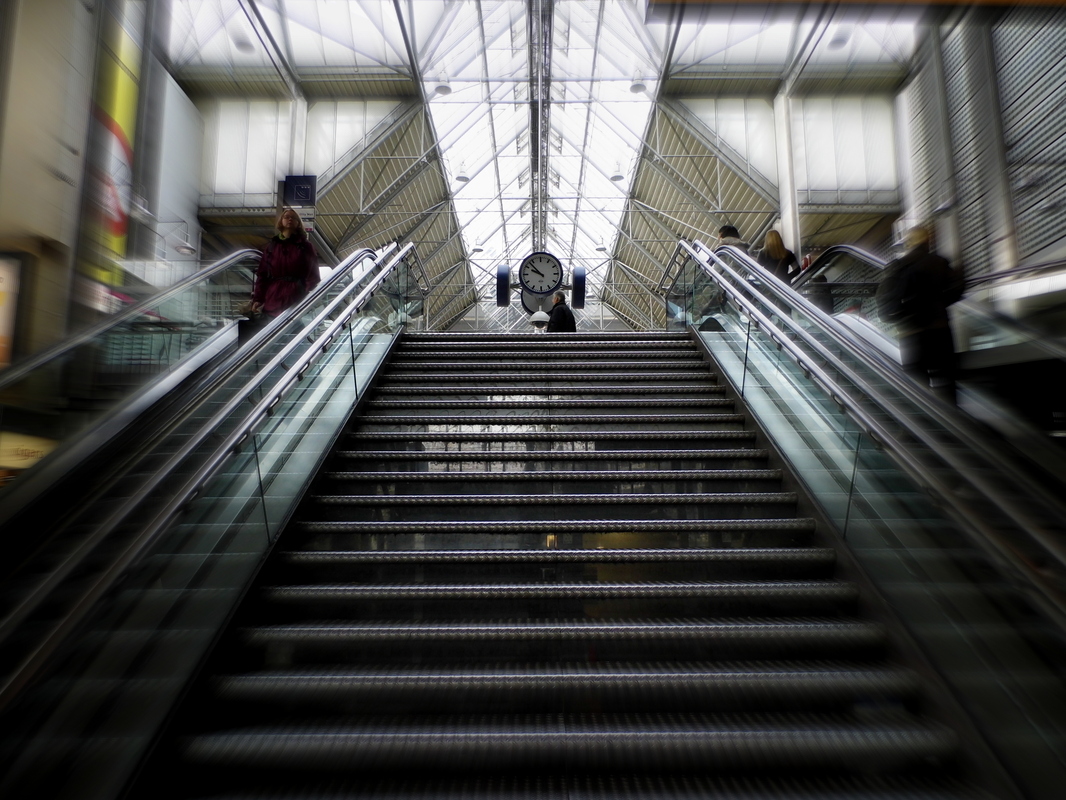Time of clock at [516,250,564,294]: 9:53
